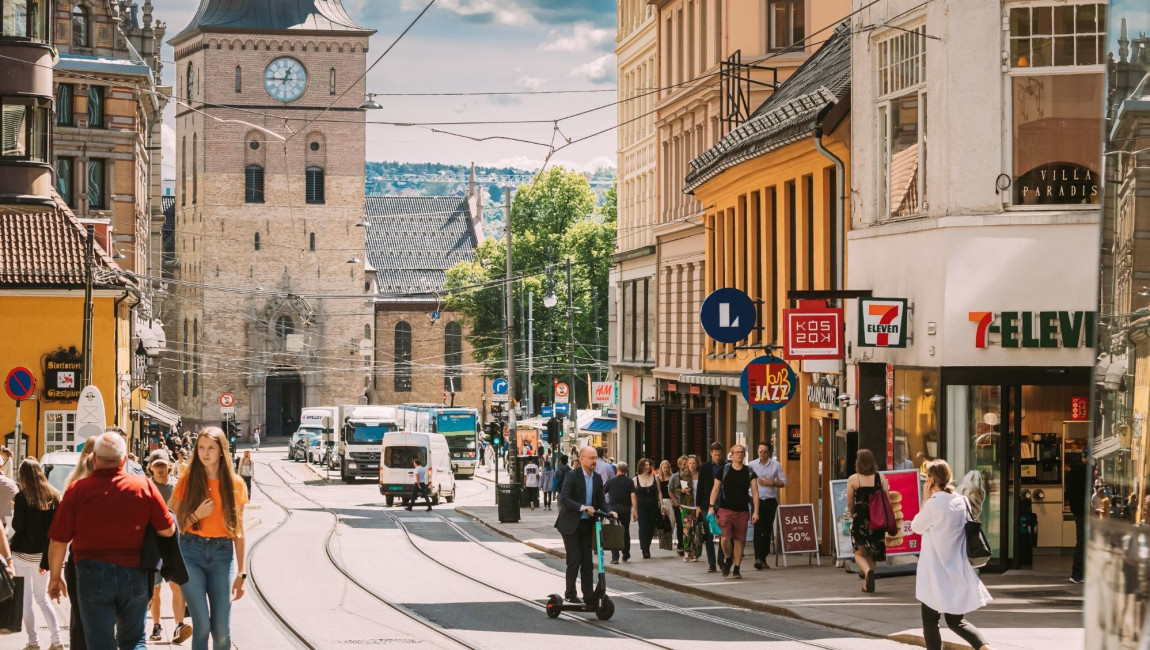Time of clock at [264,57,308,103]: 12:45
